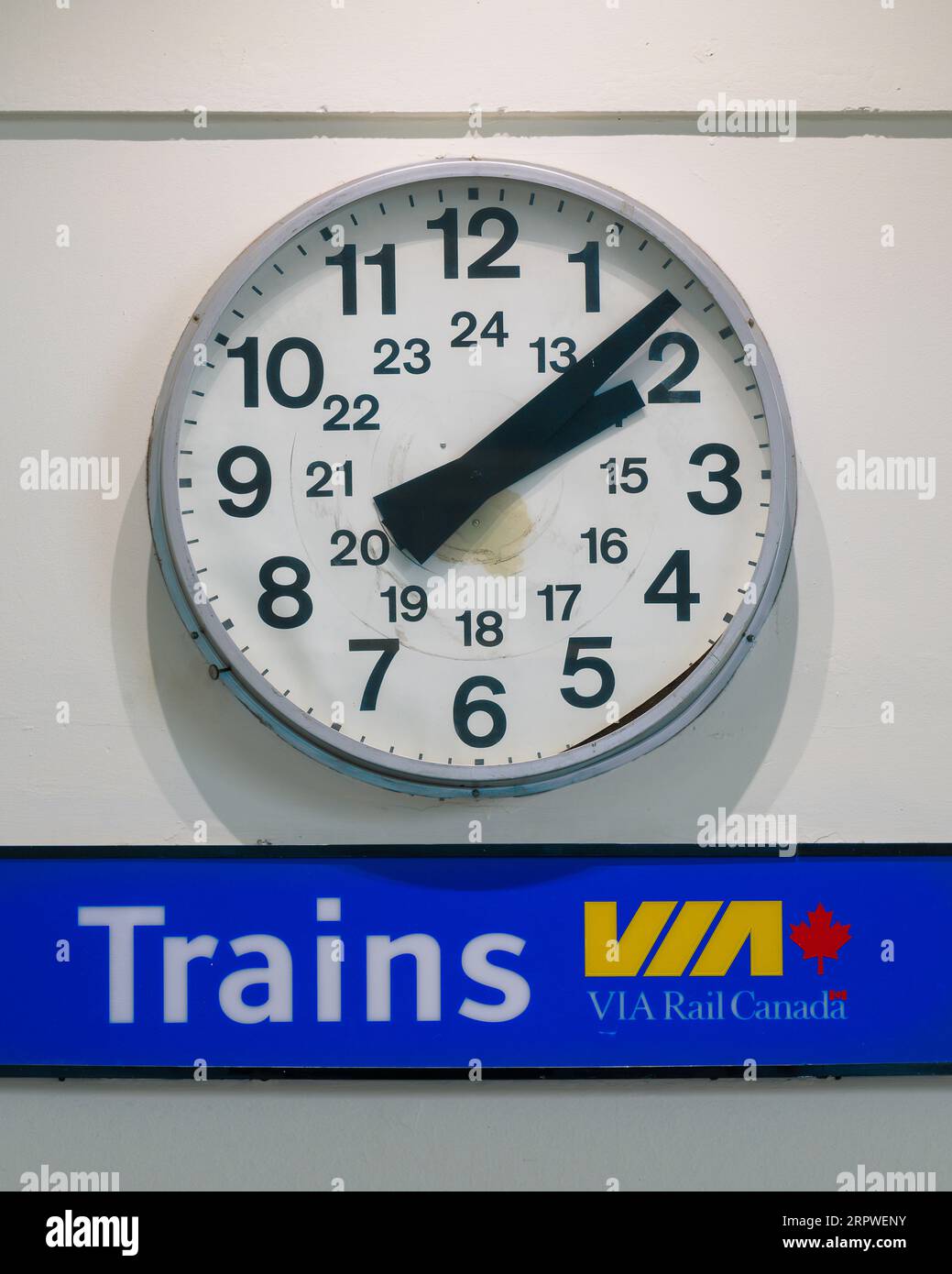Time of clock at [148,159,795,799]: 2:08
